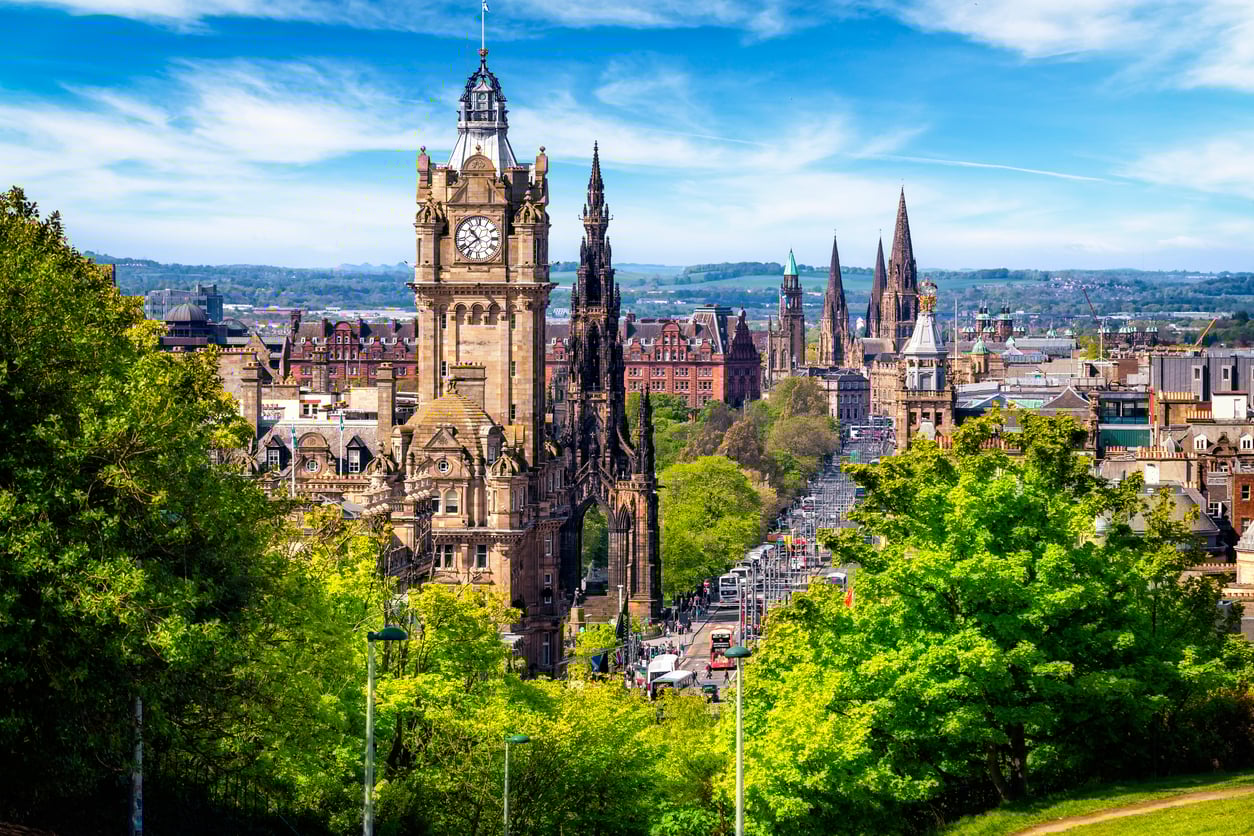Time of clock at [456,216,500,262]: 10:38
